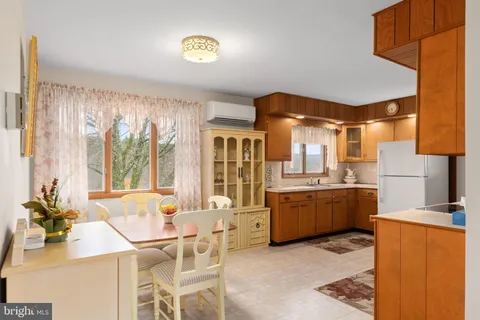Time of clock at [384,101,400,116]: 5:42
